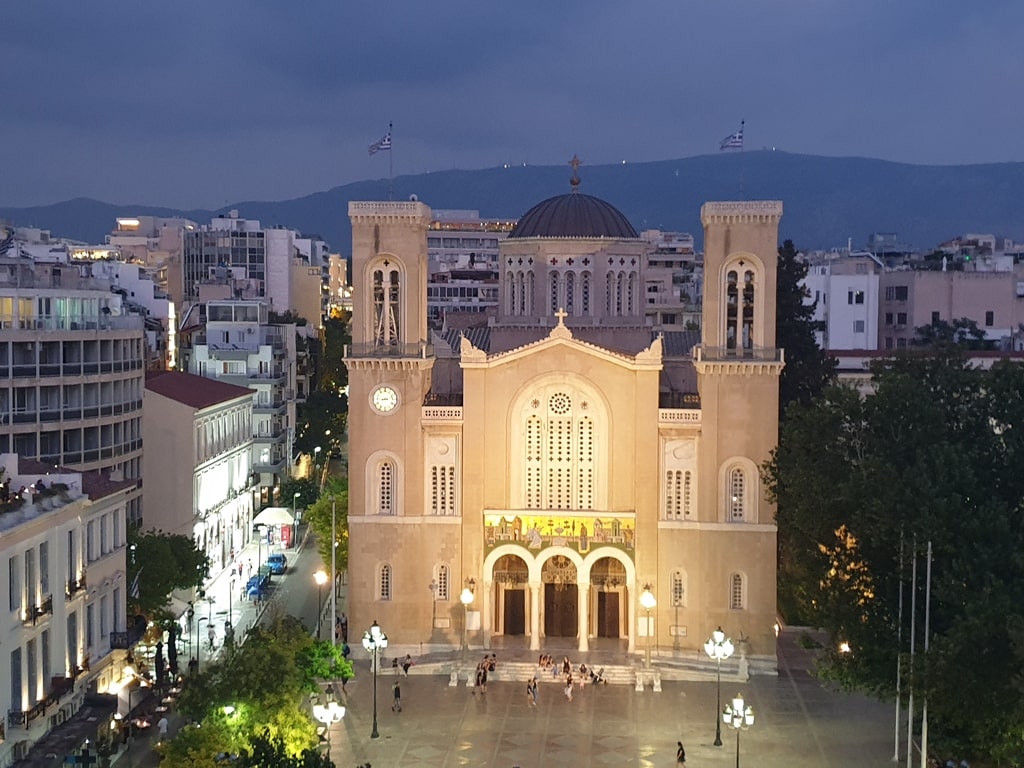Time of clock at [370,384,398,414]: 3:12
